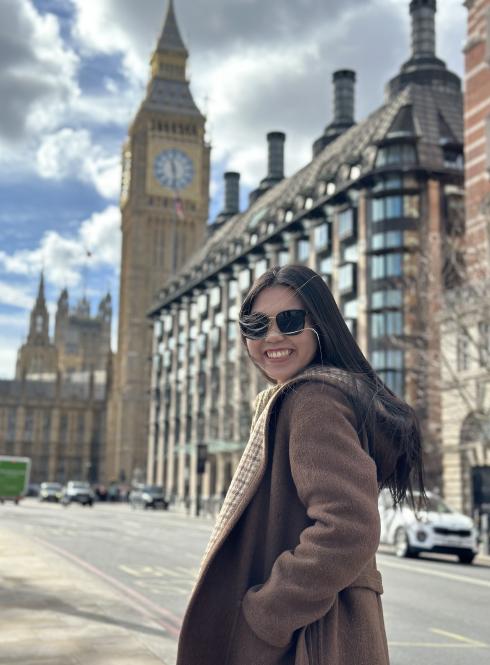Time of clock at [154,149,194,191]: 11:28
